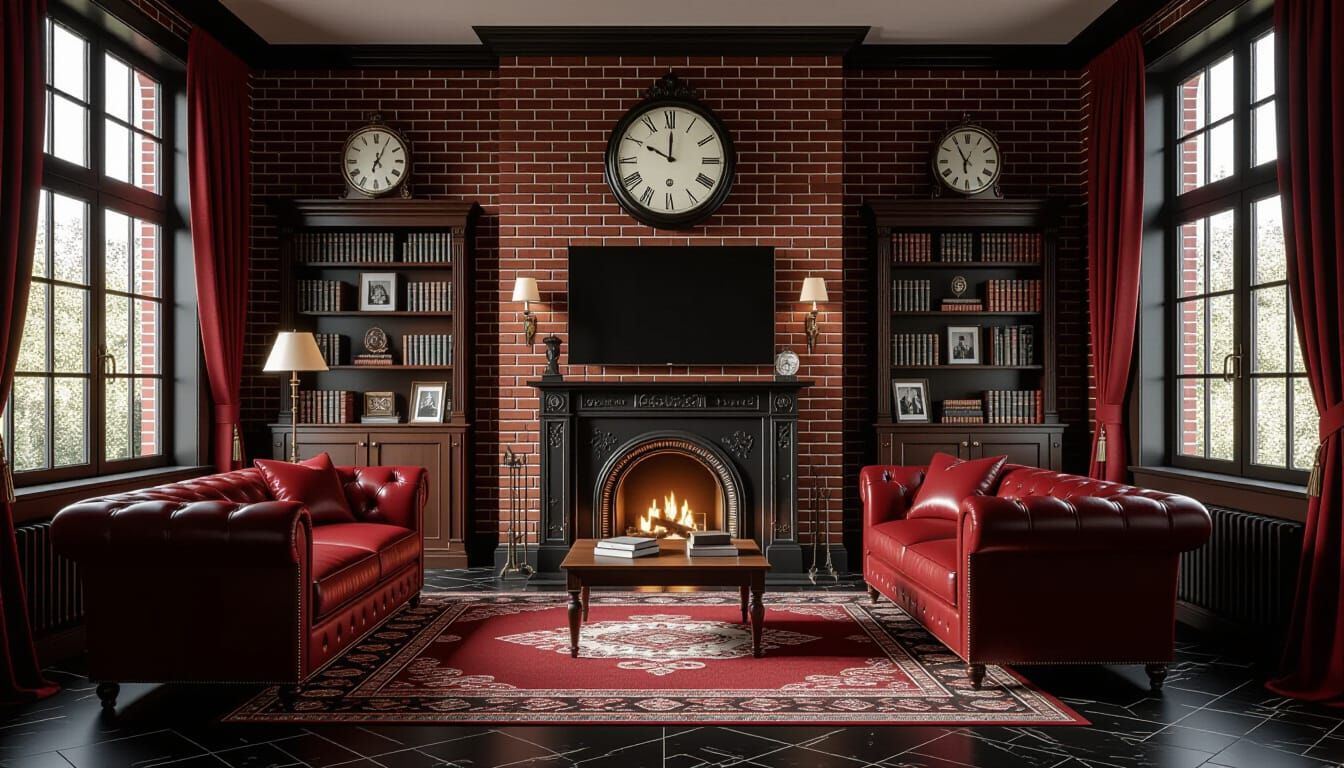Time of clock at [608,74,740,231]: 10:00
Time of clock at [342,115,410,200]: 12:04
